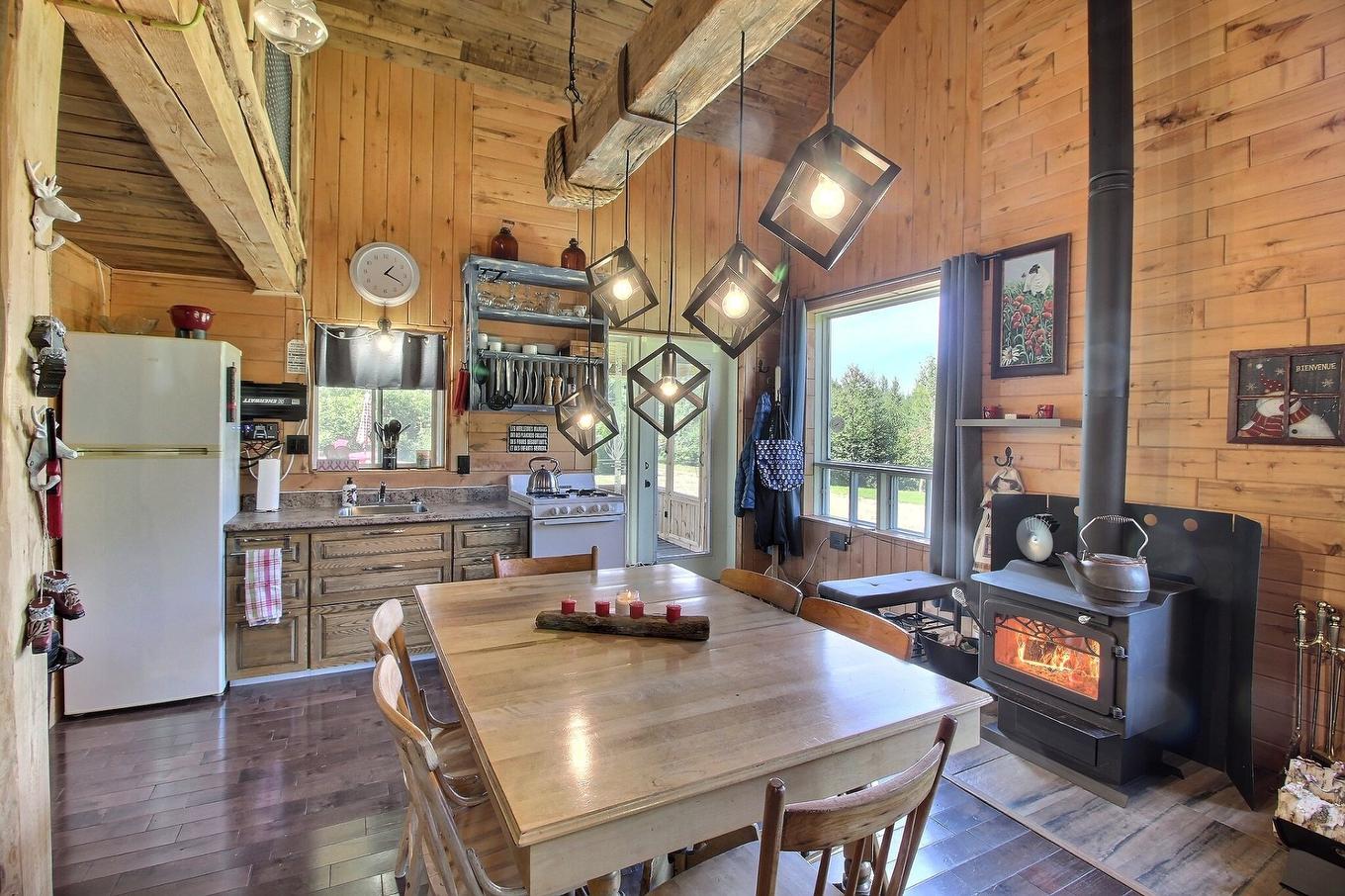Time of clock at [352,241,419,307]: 1:19
